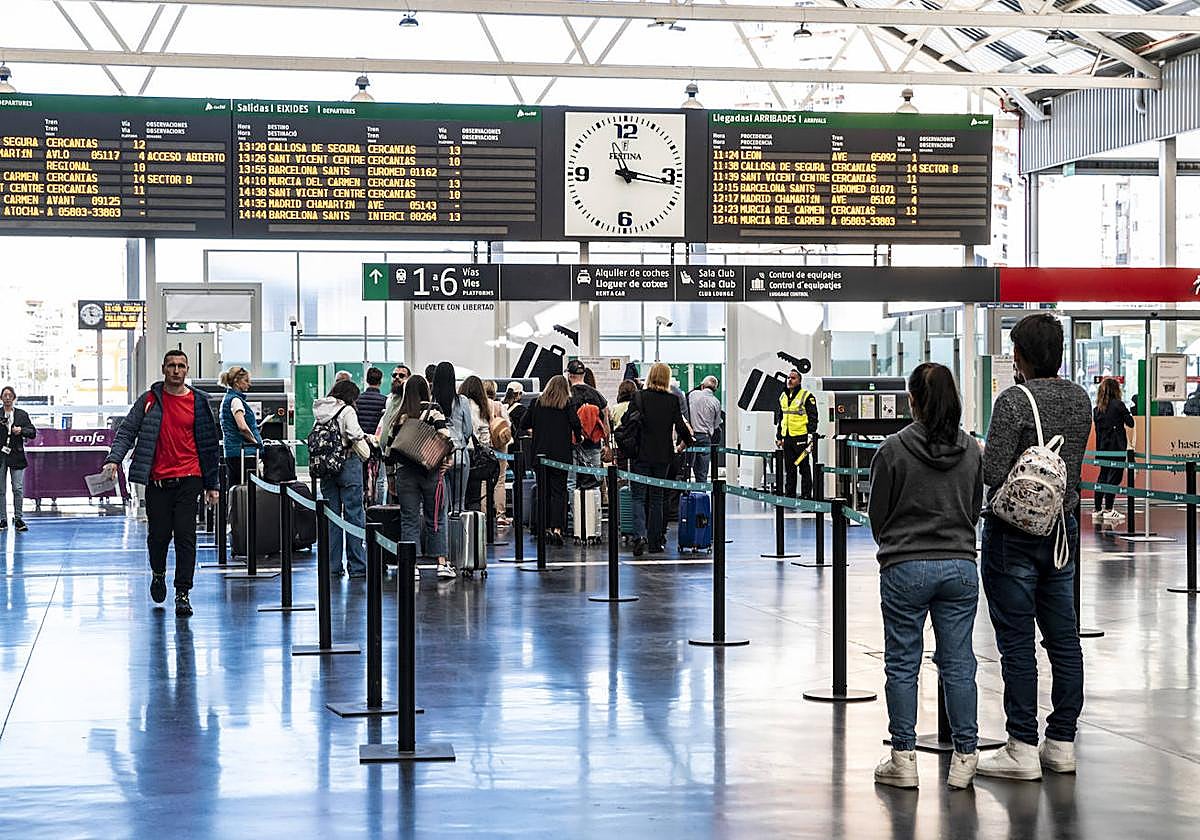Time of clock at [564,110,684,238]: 11:16
